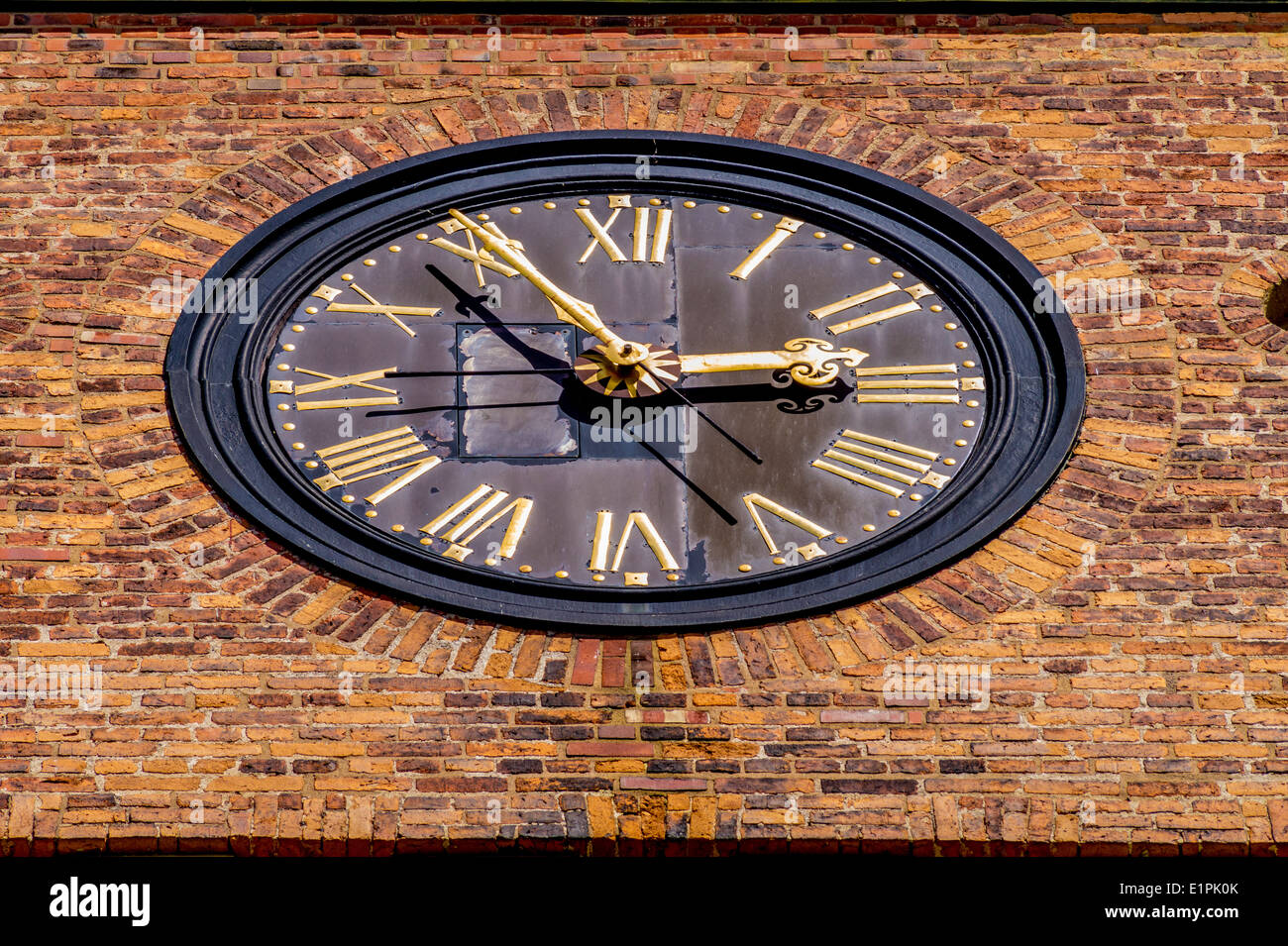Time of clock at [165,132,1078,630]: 2:53
